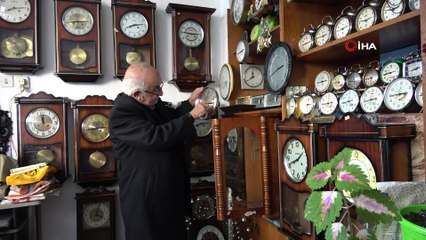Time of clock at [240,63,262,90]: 11:40
